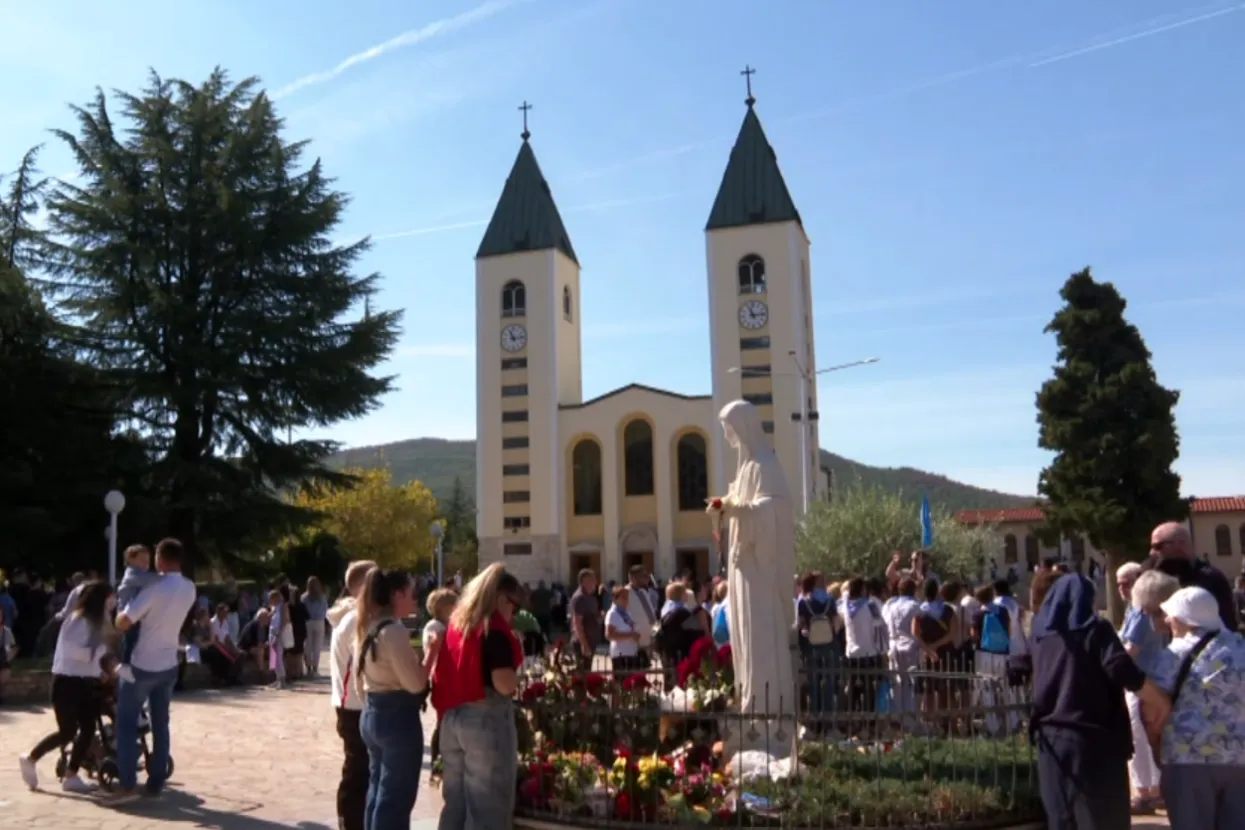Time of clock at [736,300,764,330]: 11:13
